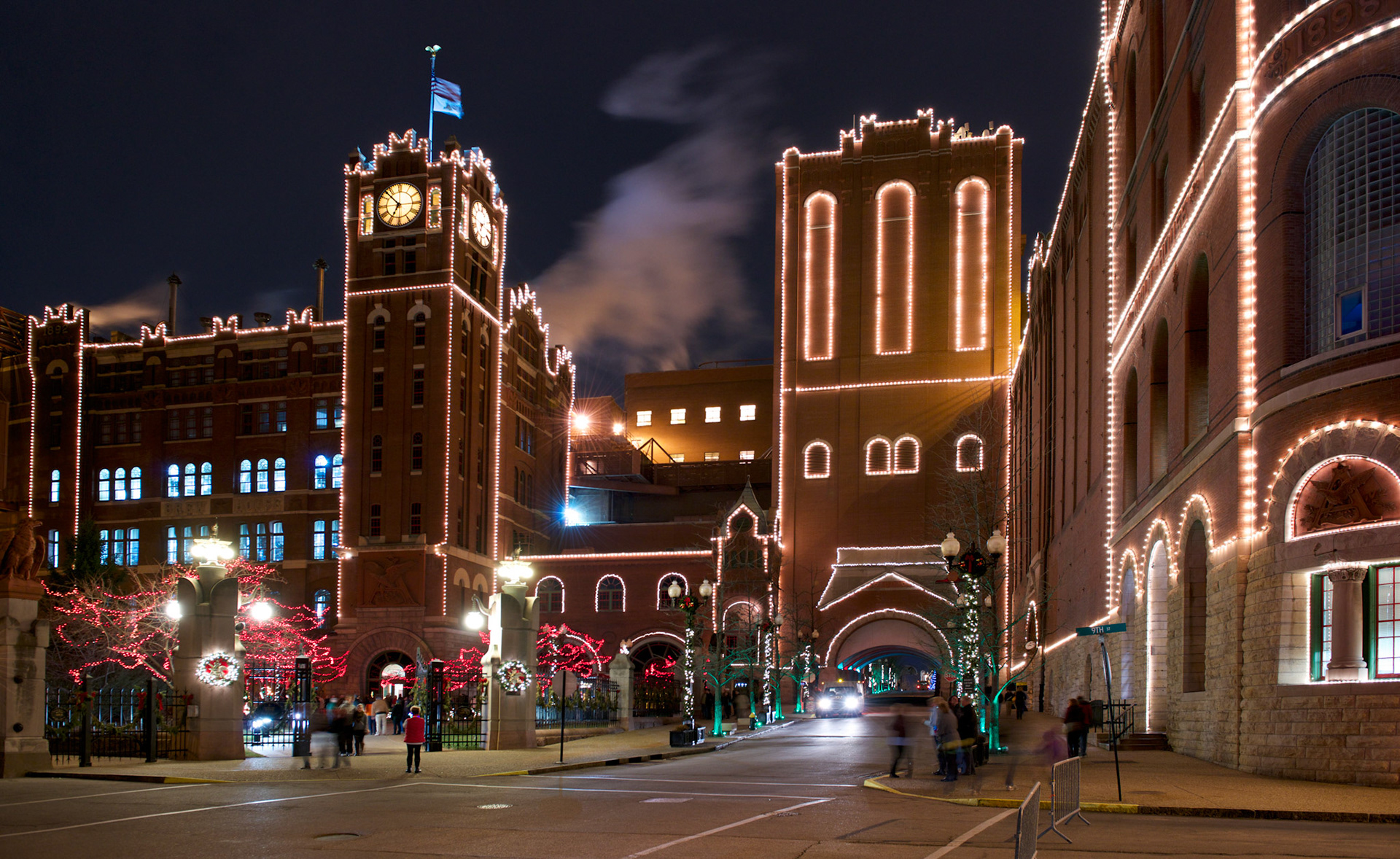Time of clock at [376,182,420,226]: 6:52
